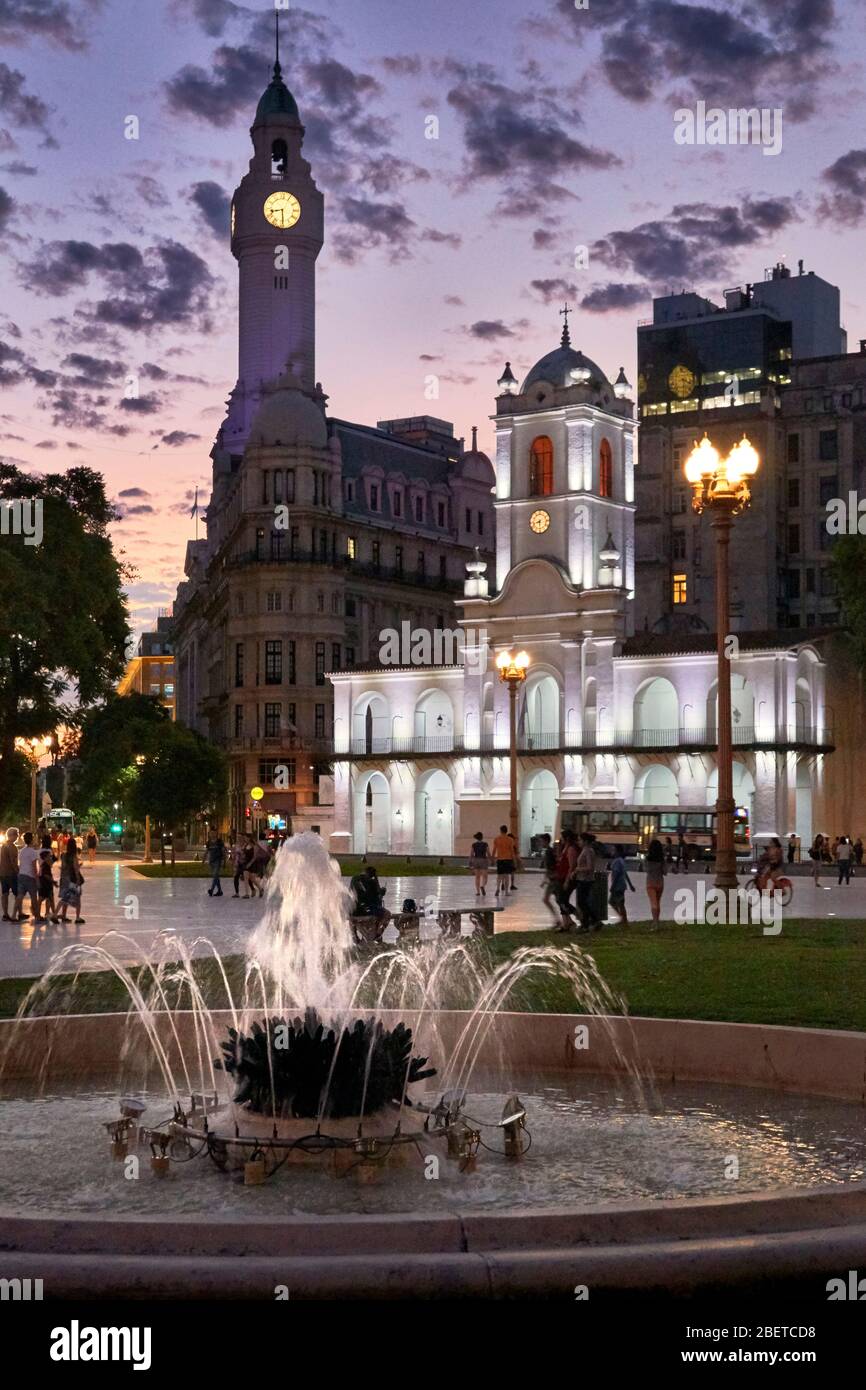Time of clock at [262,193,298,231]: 8:29
